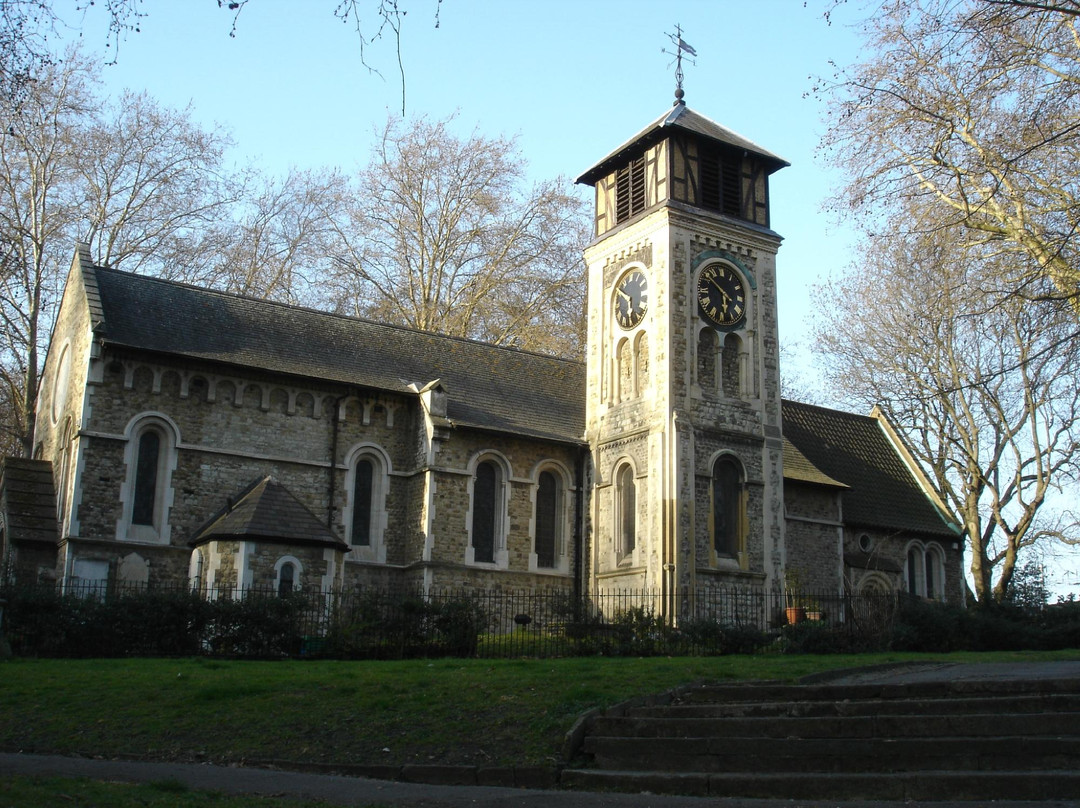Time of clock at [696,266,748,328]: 5:51
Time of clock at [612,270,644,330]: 5:50
